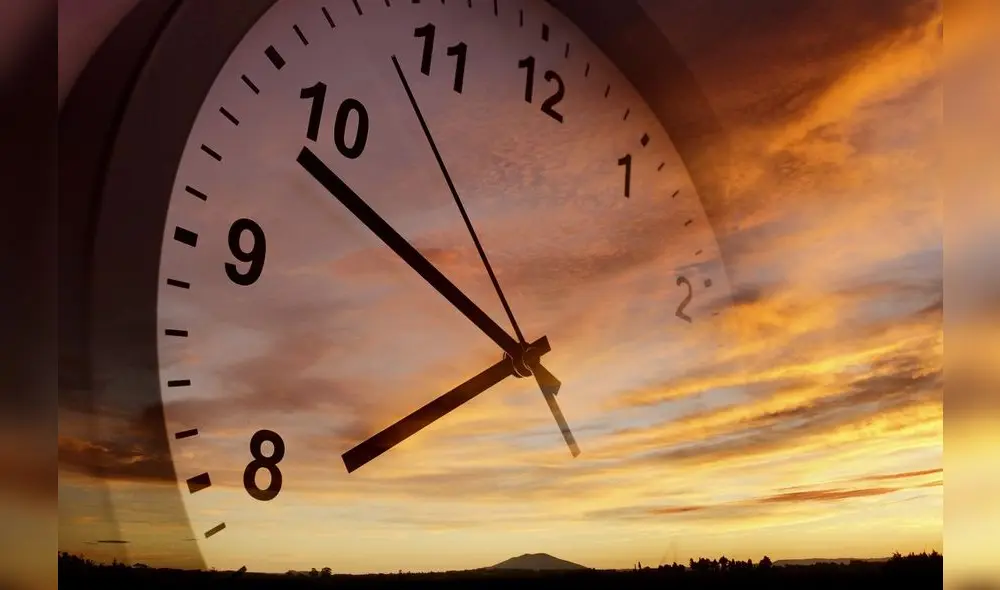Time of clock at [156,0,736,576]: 7:53
